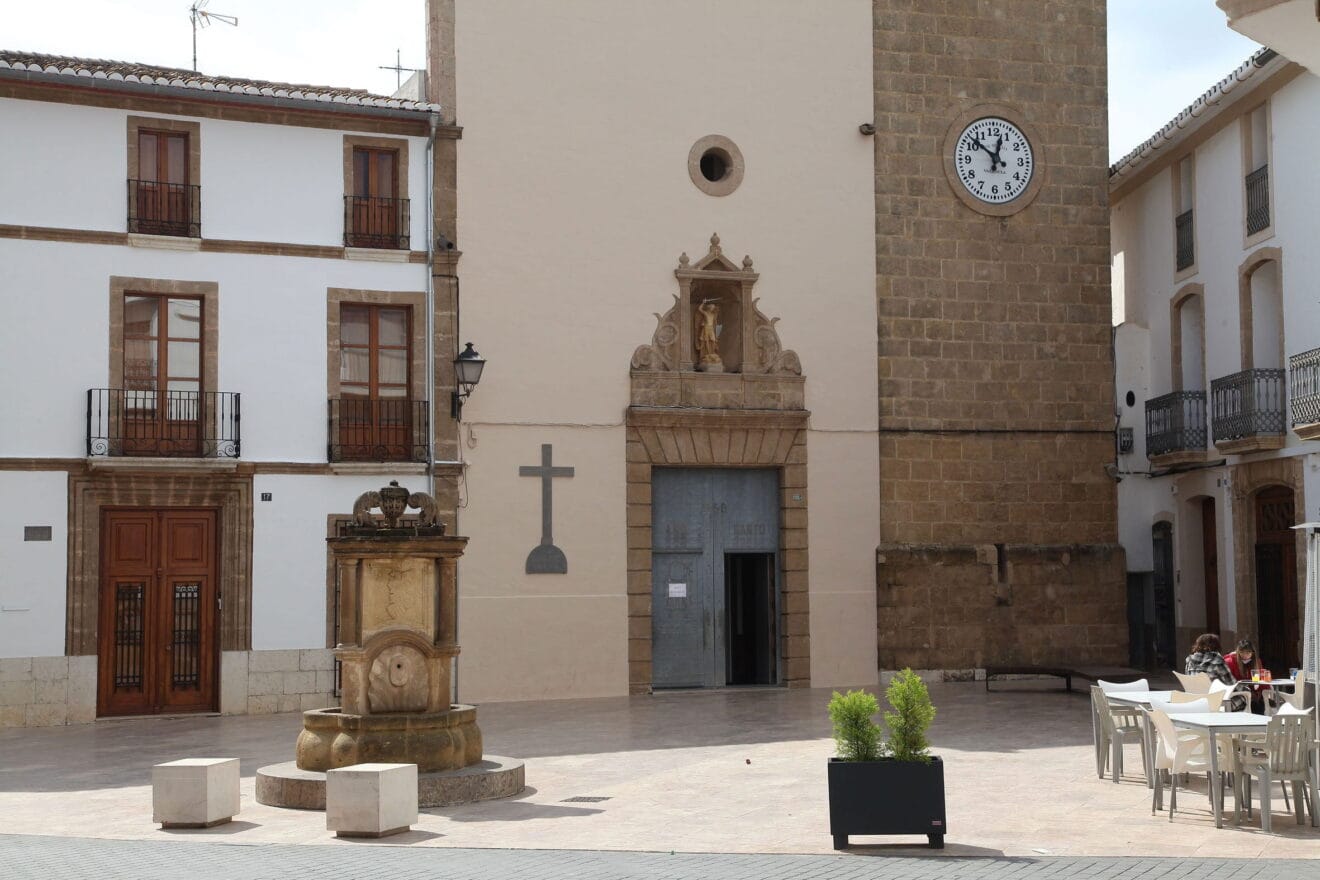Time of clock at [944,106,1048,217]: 12:51
